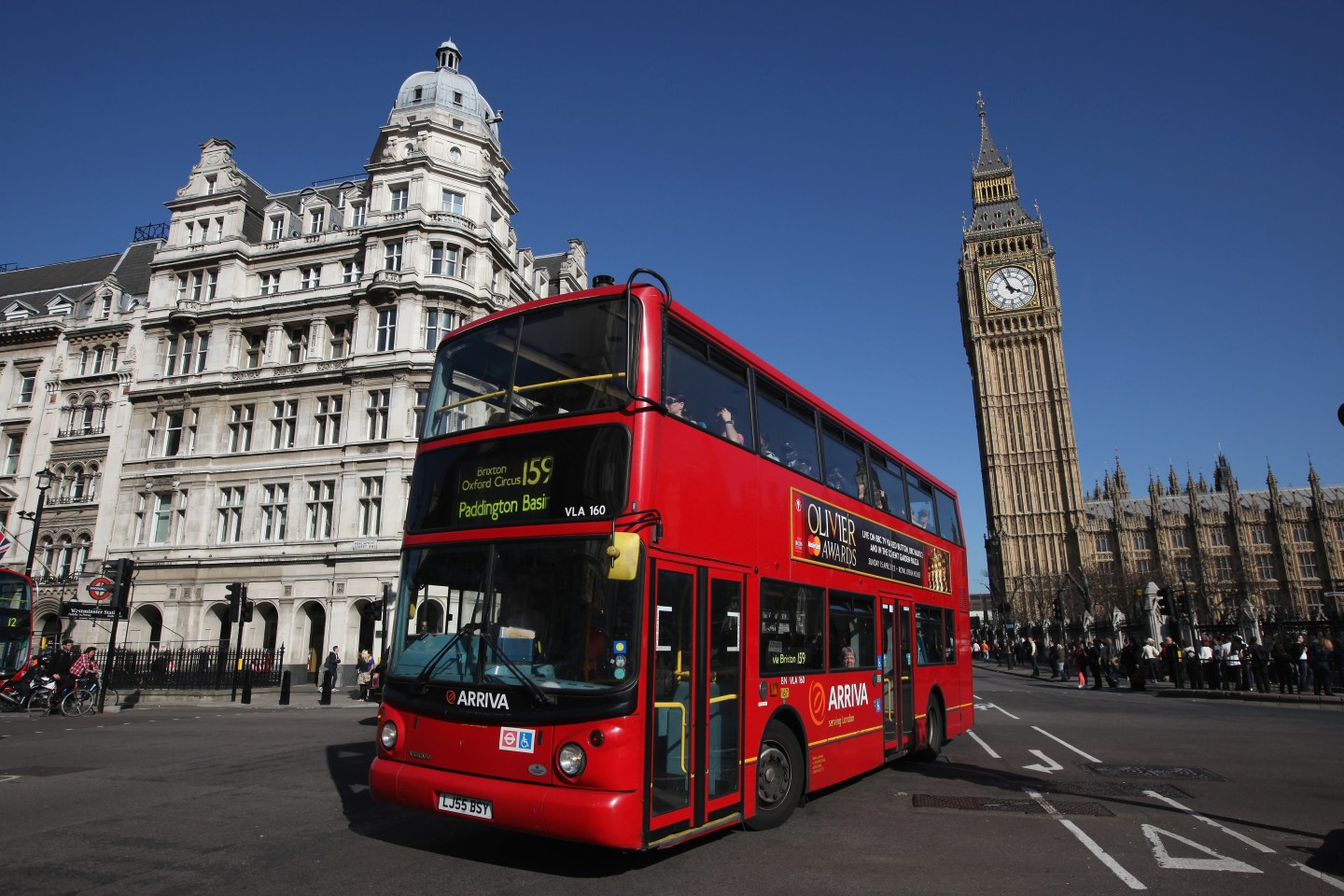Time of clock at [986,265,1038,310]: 3:57
